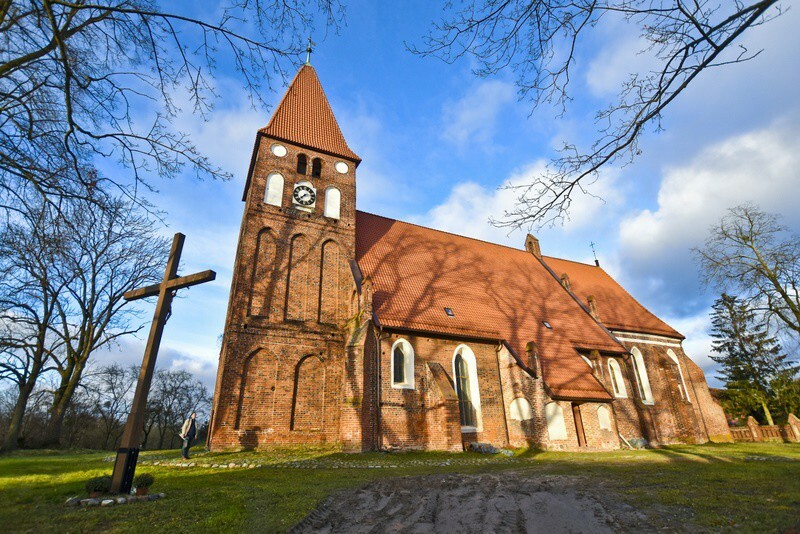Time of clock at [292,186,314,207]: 2:39
